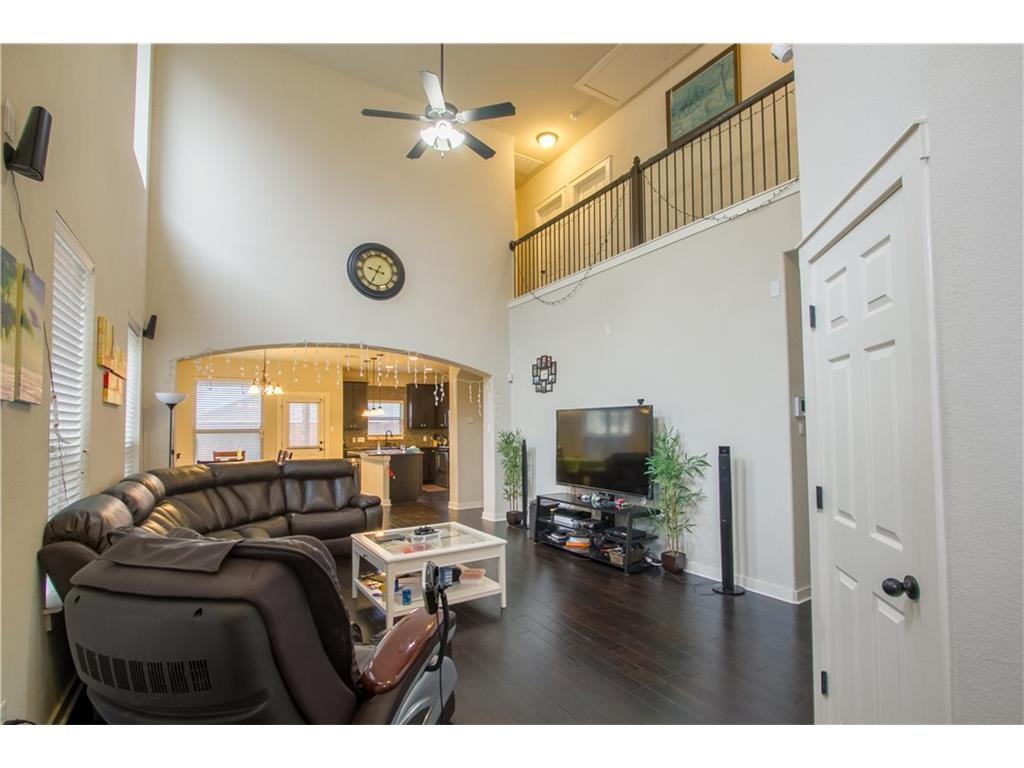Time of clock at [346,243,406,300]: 9:34
